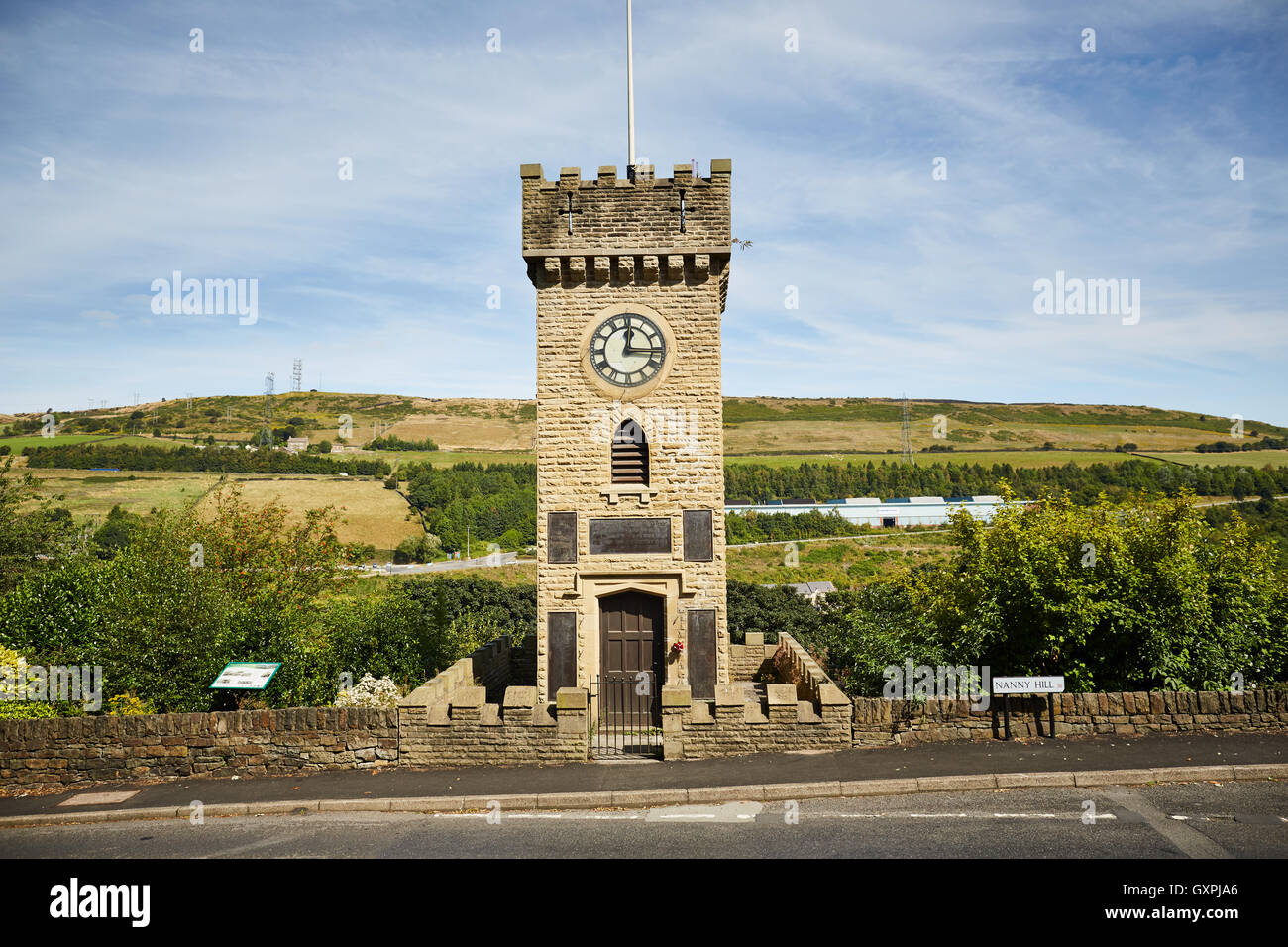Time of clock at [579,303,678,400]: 12:15
